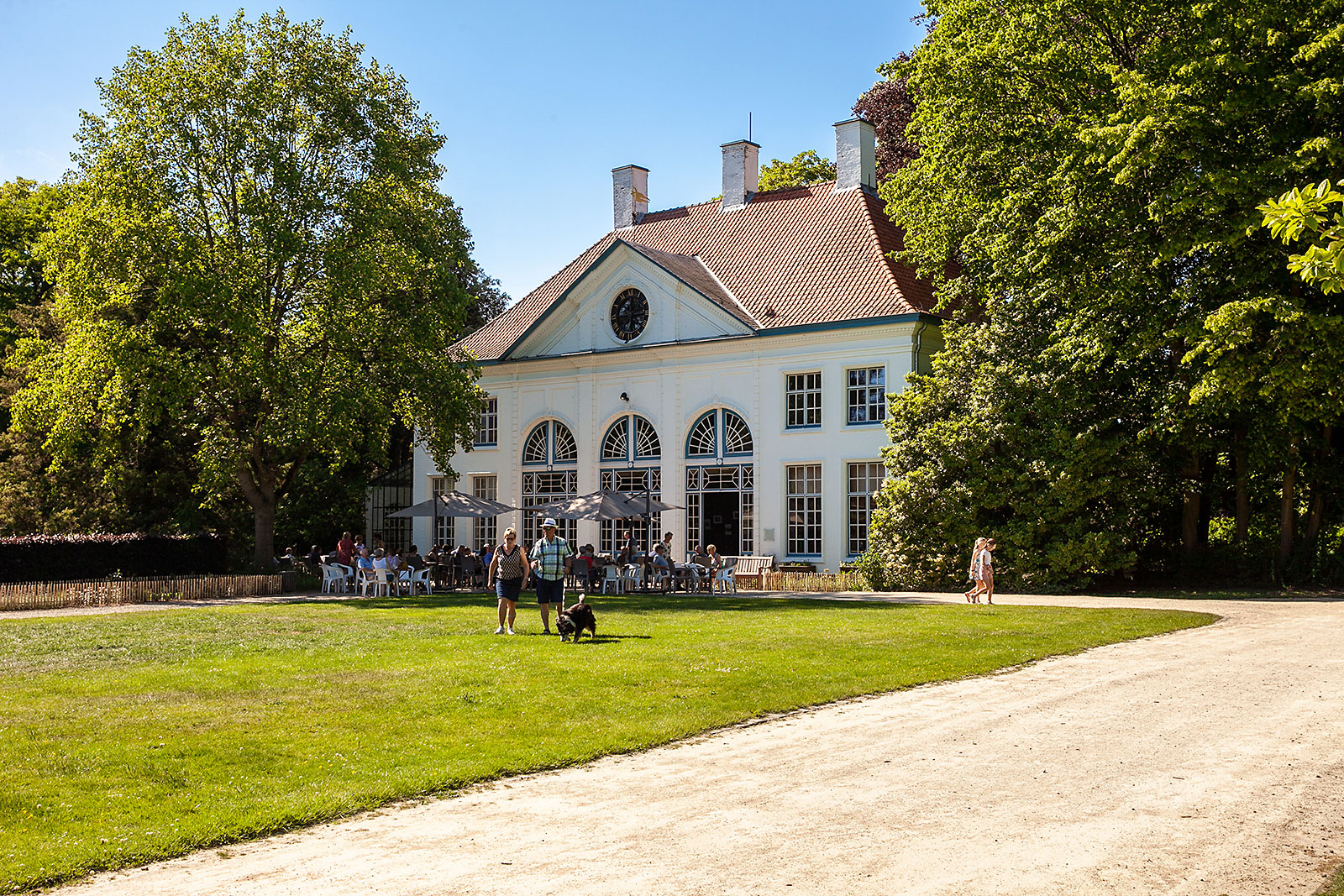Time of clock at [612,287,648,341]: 7:14
